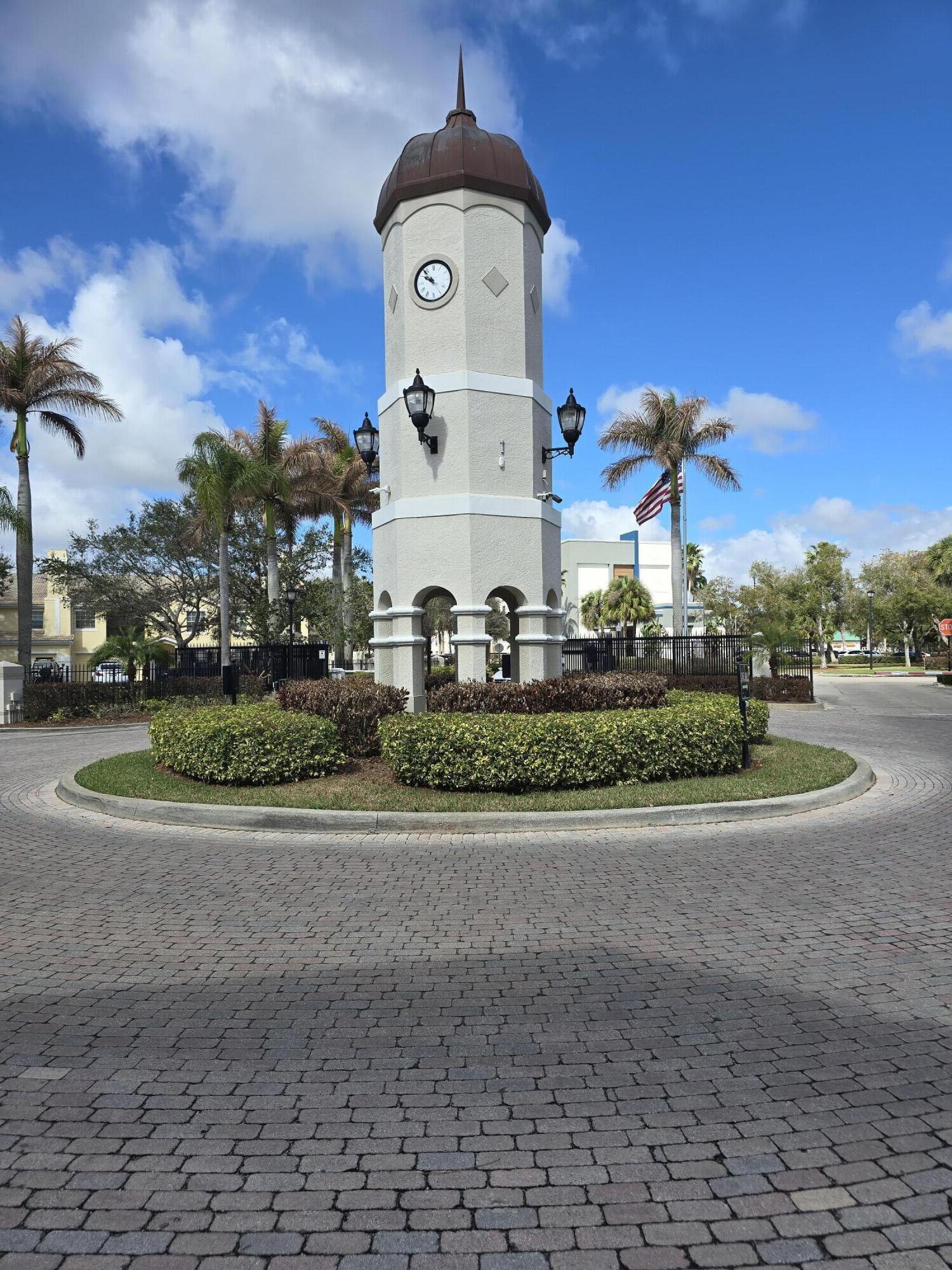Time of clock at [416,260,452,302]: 9:53
